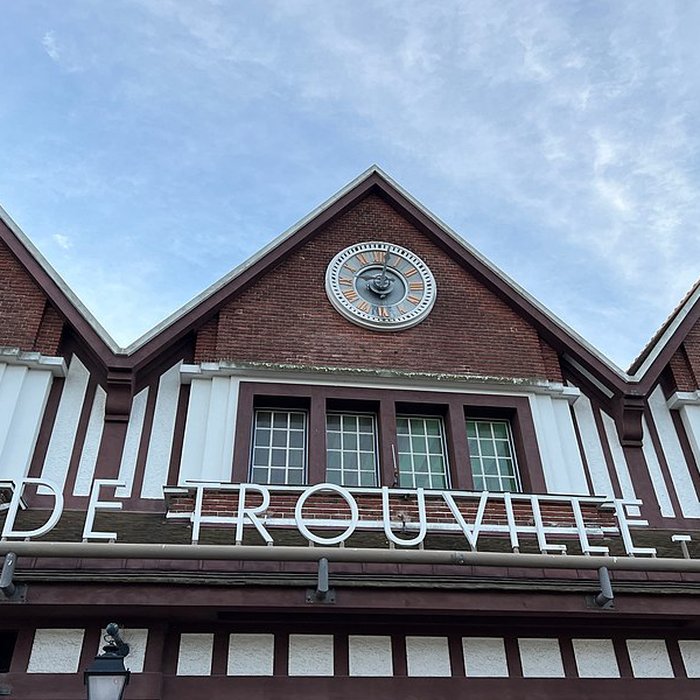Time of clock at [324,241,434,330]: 9:02
